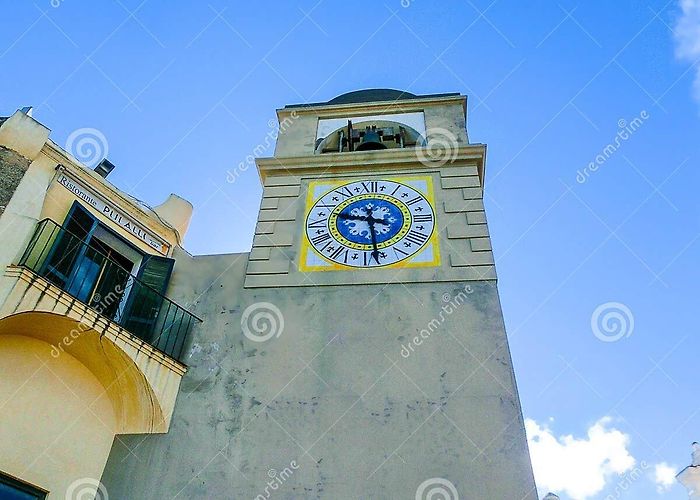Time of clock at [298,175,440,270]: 9:27
